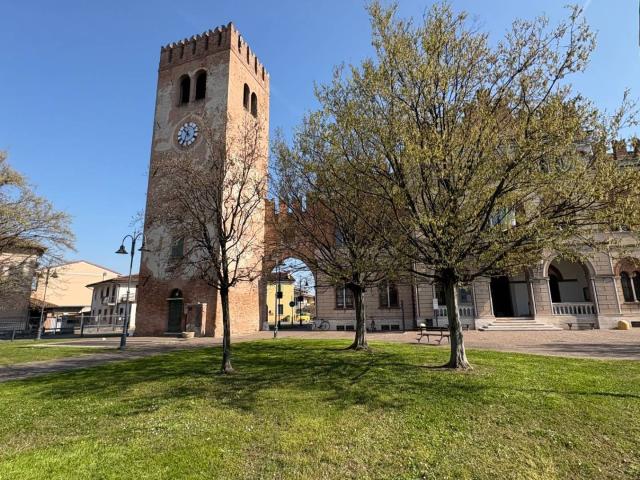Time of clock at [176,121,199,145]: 10:34
